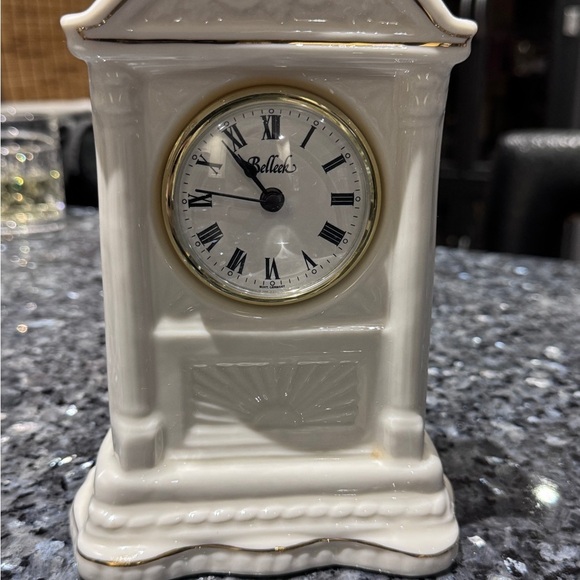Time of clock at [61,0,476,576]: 10:45
